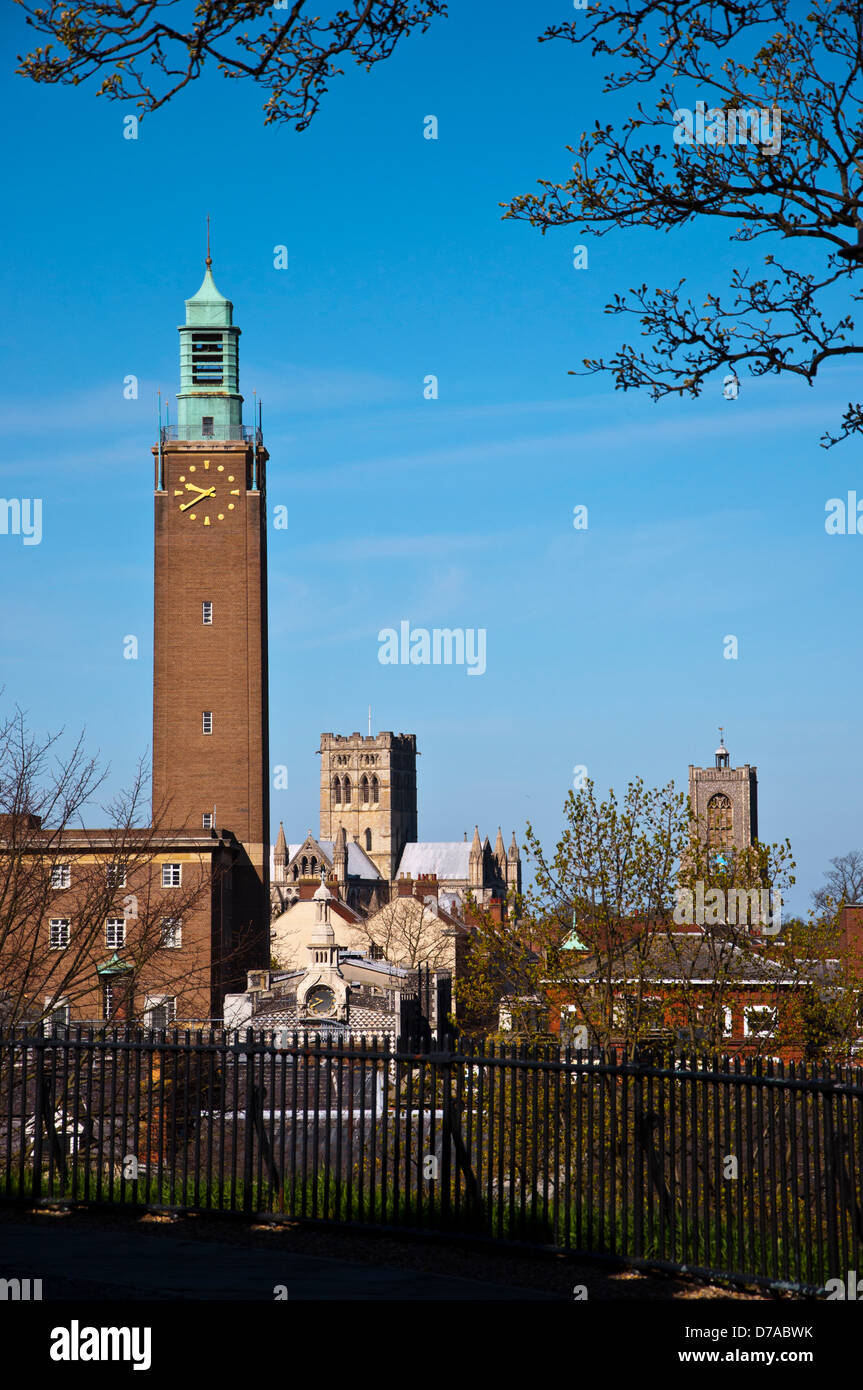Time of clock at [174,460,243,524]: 9:39
